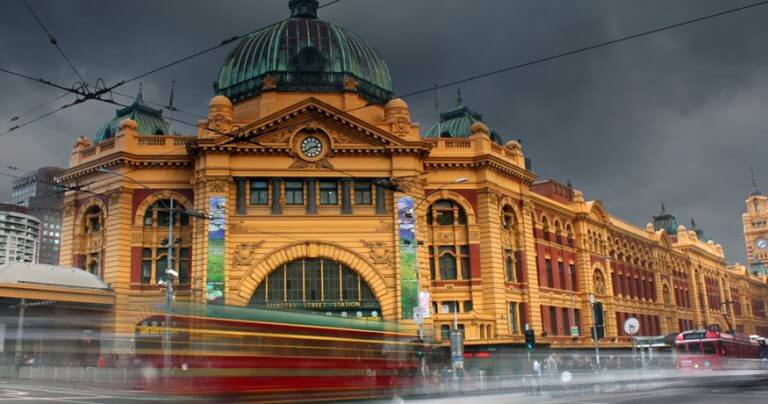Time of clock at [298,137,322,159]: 2:38
